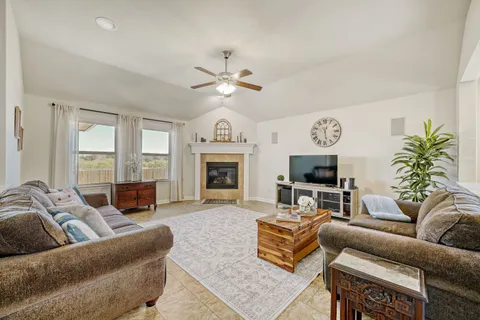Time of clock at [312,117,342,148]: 12:28
